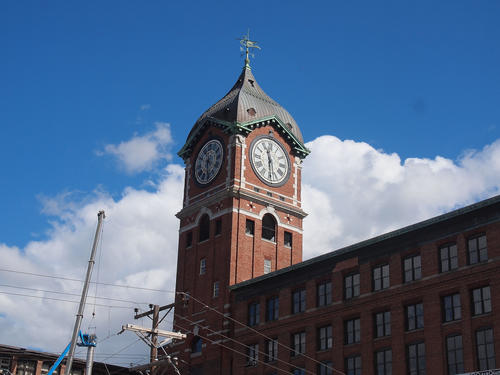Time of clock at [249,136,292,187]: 11:29
